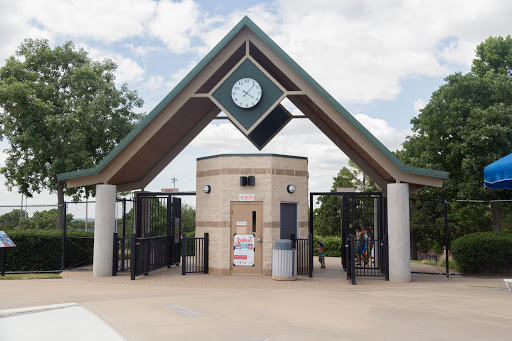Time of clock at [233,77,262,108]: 4:07
